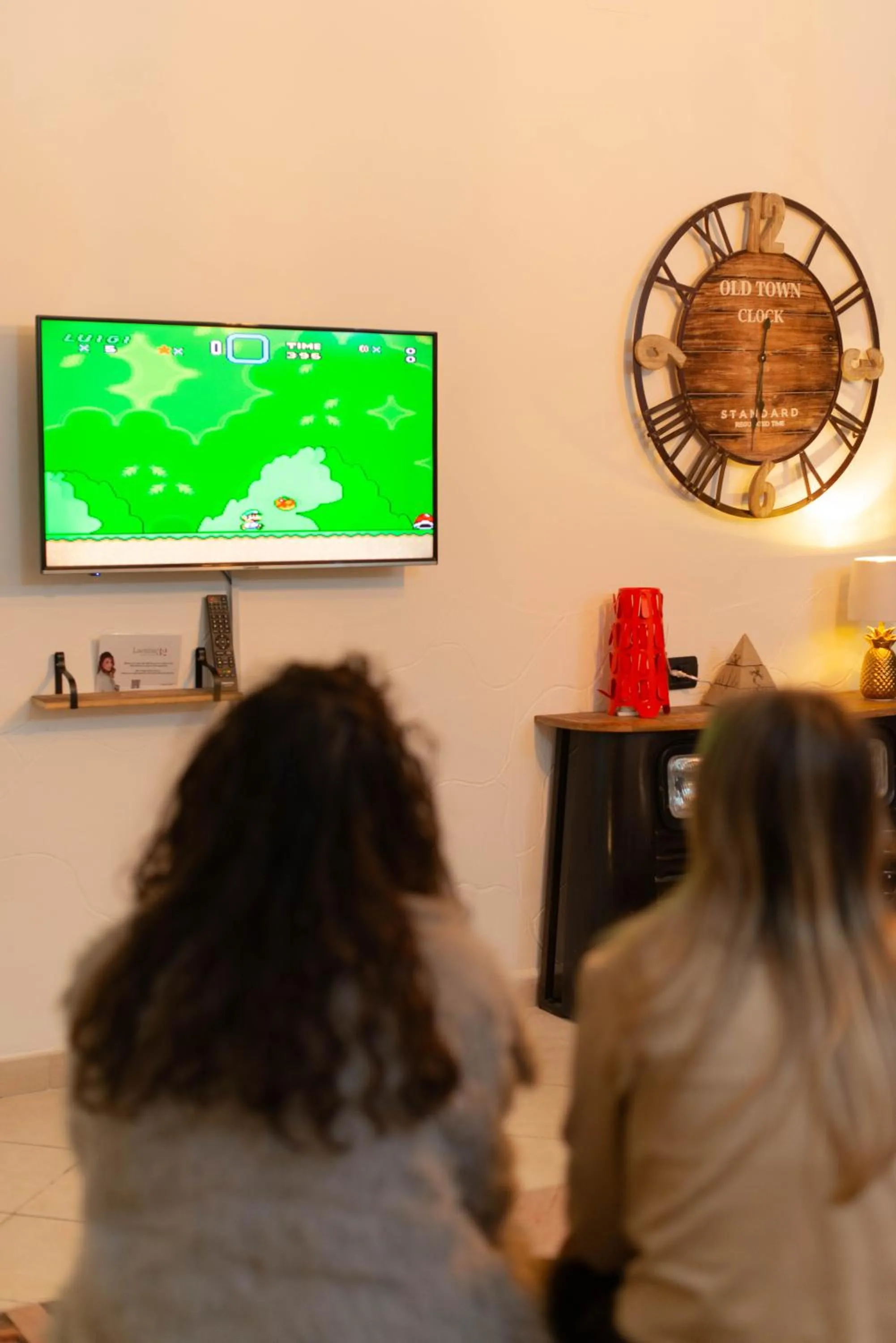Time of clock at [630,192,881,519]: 12:30
